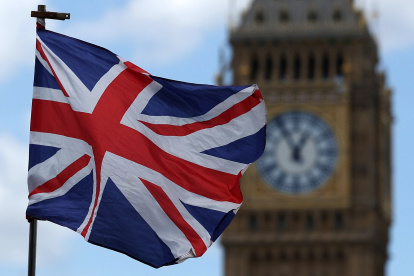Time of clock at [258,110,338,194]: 12:55
